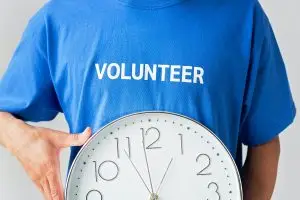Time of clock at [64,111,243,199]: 12:58
